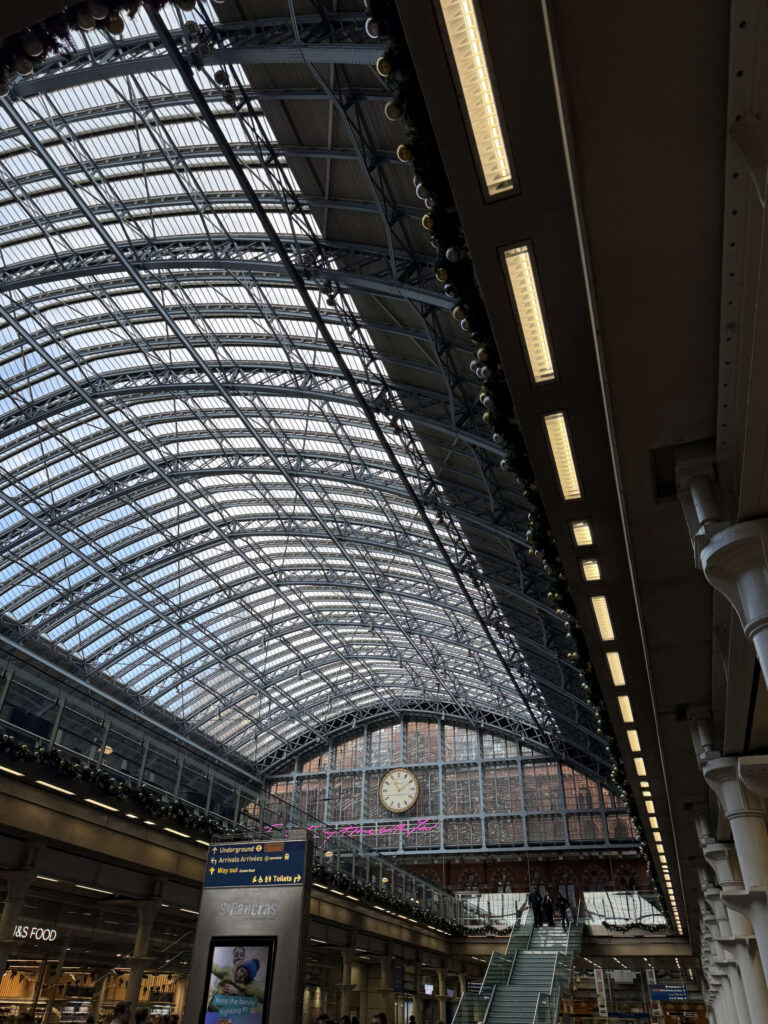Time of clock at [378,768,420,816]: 11:09
